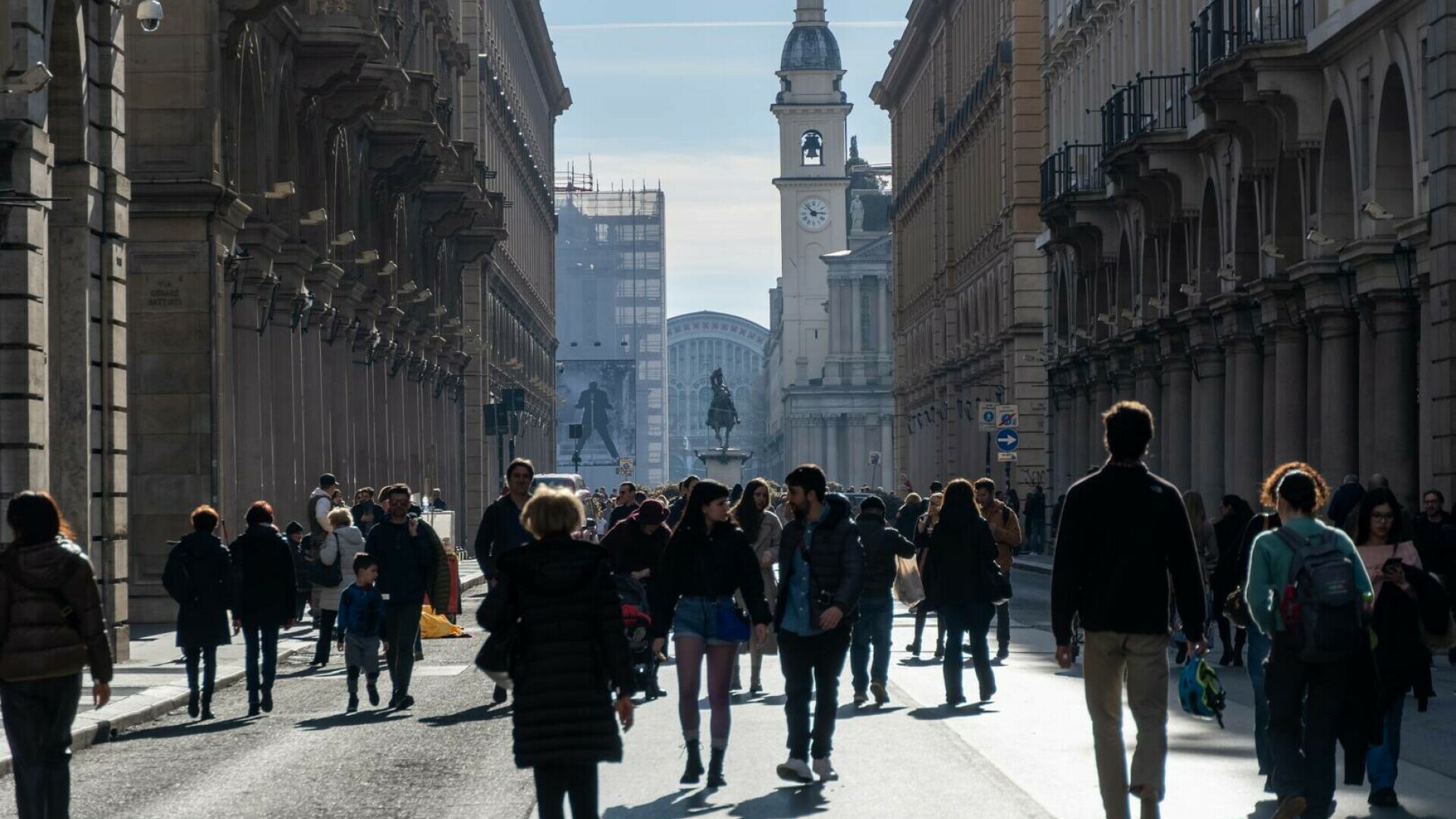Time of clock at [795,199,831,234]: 2:52
